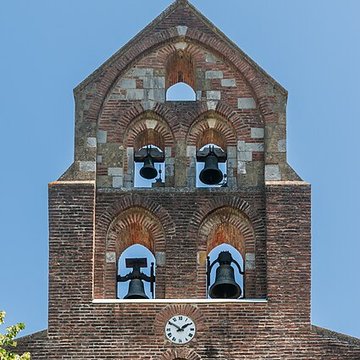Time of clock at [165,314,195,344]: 1:50
